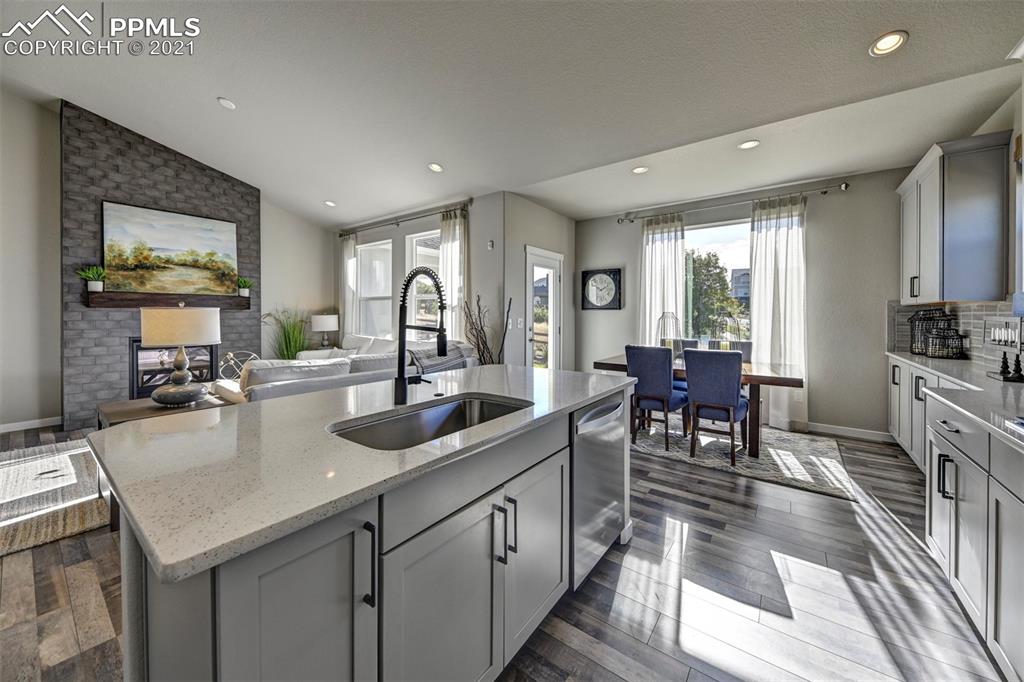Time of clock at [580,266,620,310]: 10:10
